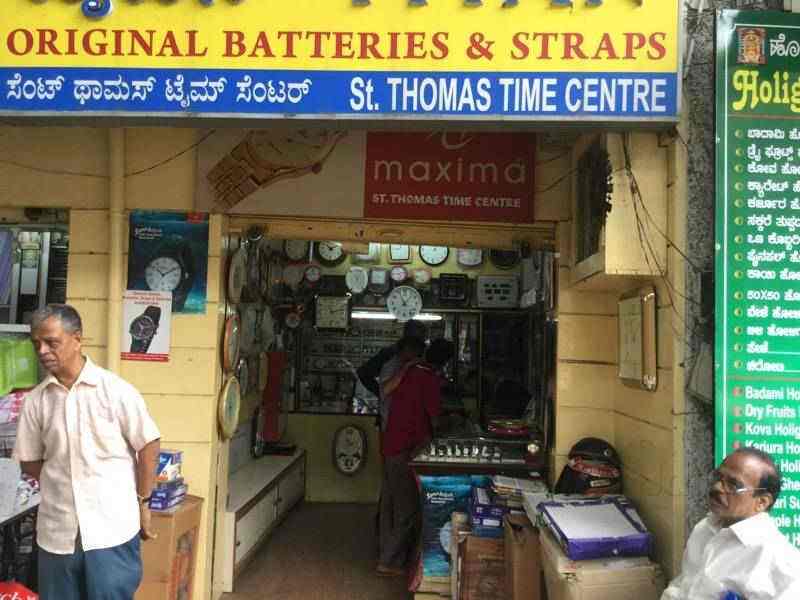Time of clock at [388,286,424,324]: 11:07
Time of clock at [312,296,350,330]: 11:12
